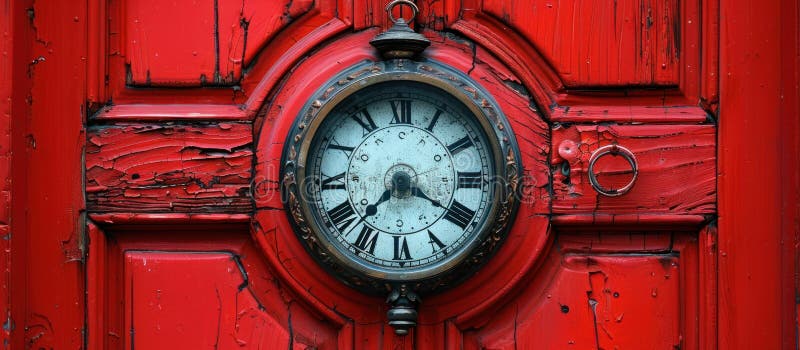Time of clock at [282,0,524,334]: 7:20
